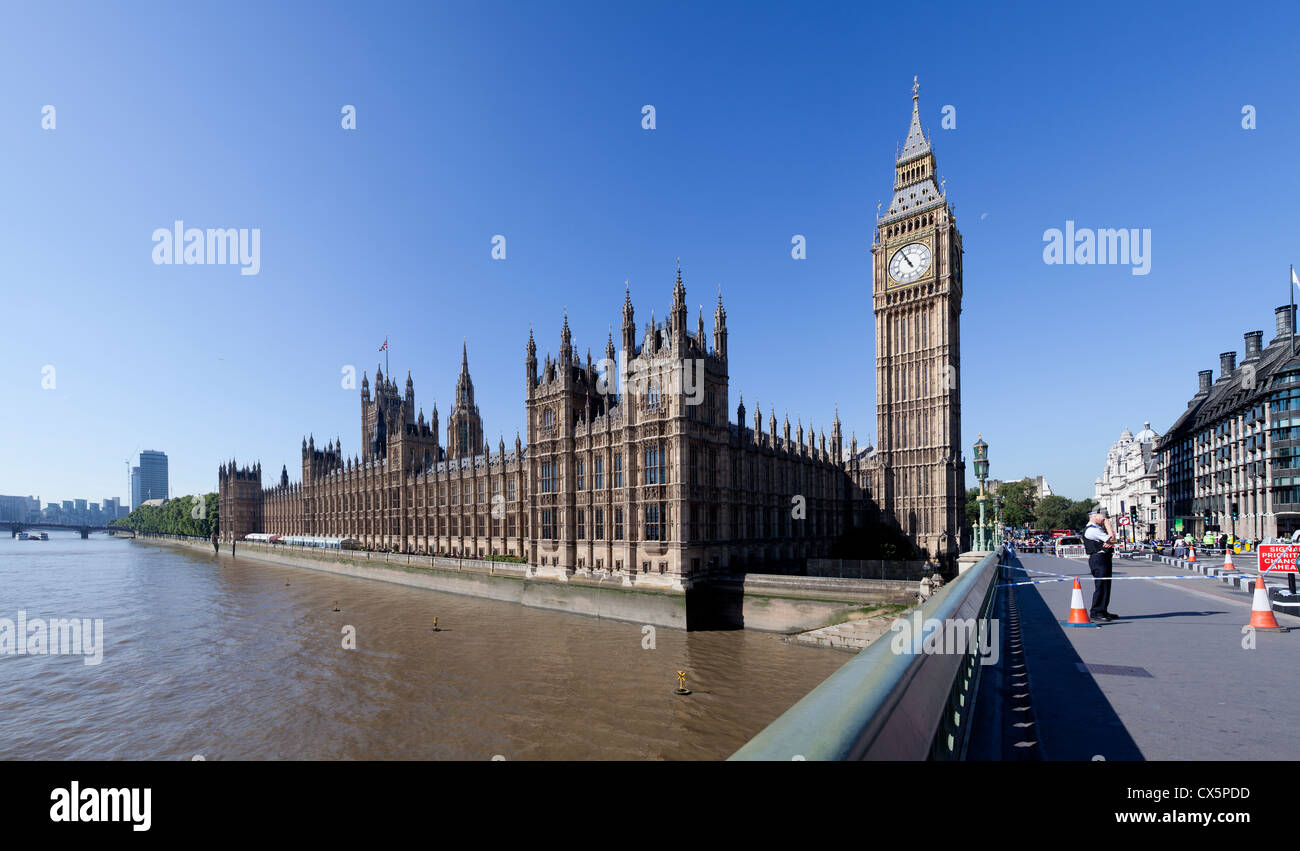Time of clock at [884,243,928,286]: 10:55
